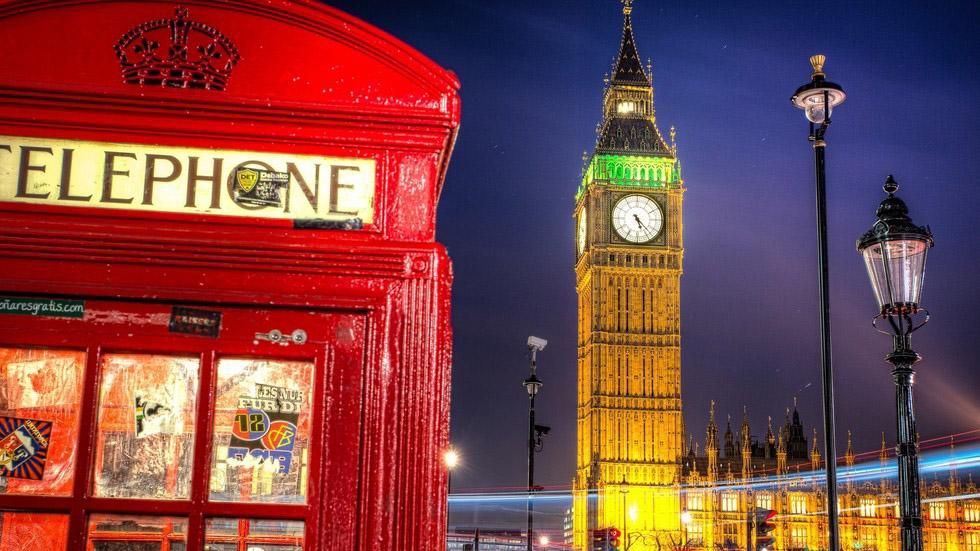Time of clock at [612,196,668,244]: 5:22
